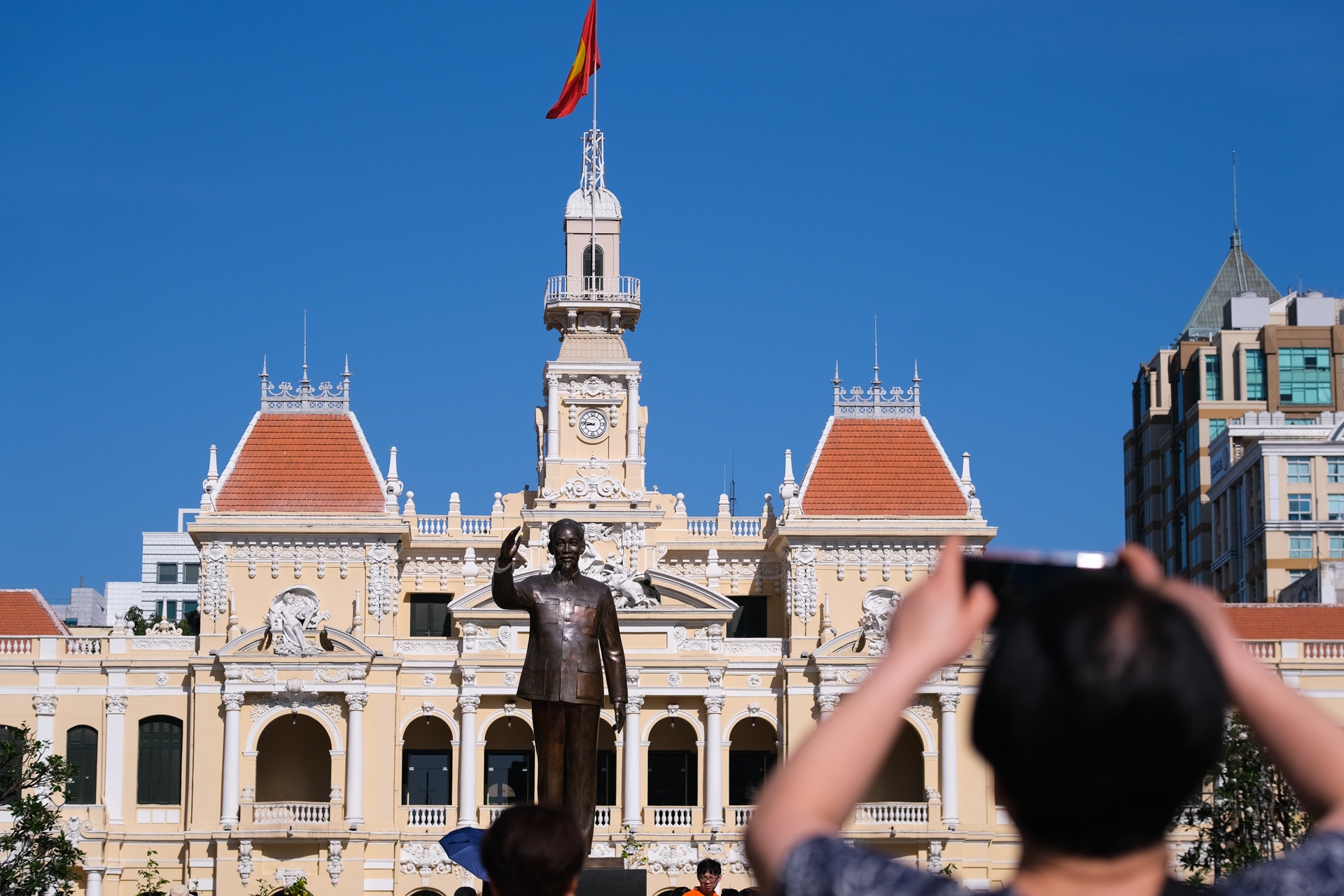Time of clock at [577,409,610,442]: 8:46
